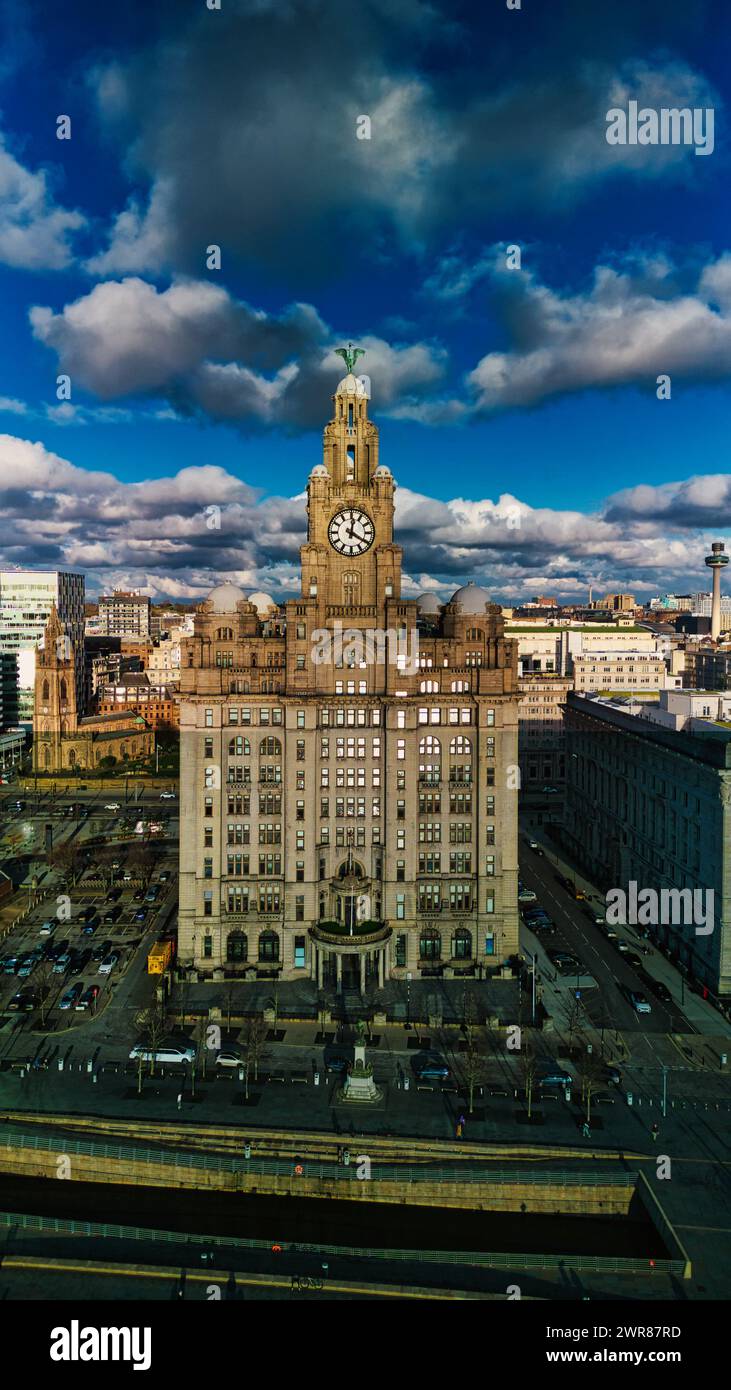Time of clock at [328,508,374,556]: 12:20
